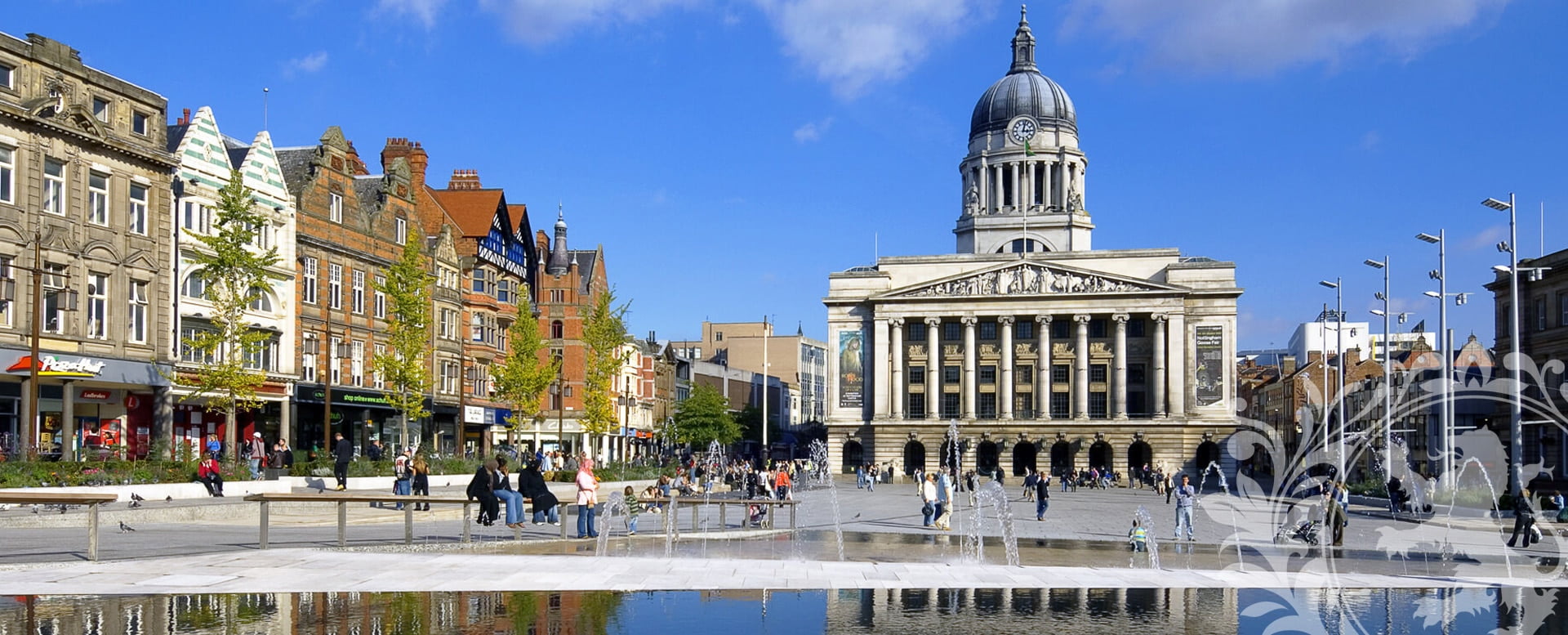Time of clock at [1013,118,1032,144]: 3:02
